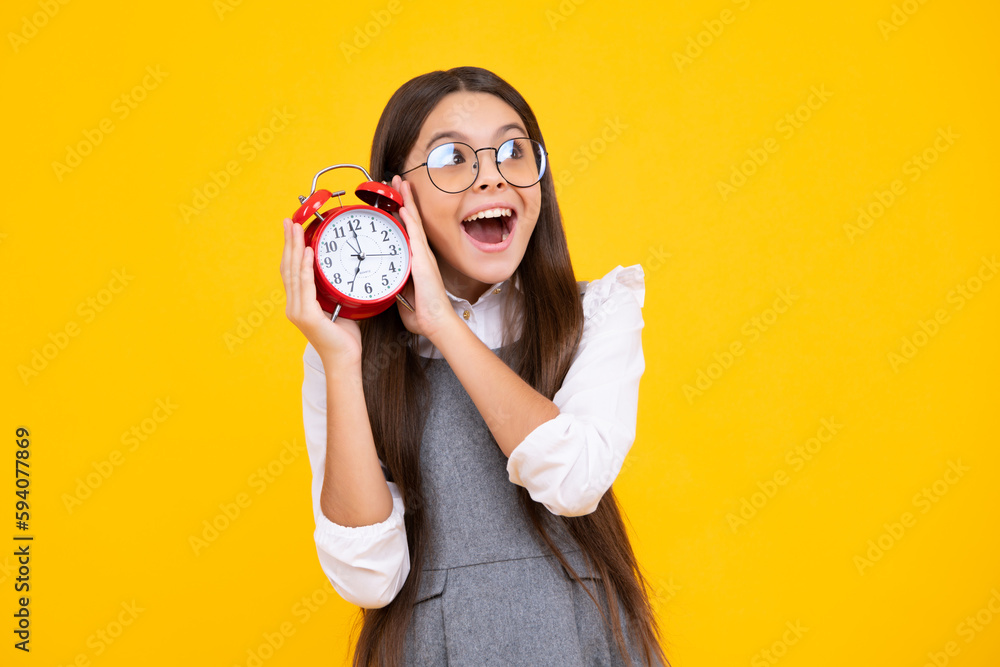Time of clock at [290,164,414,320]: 6:59
